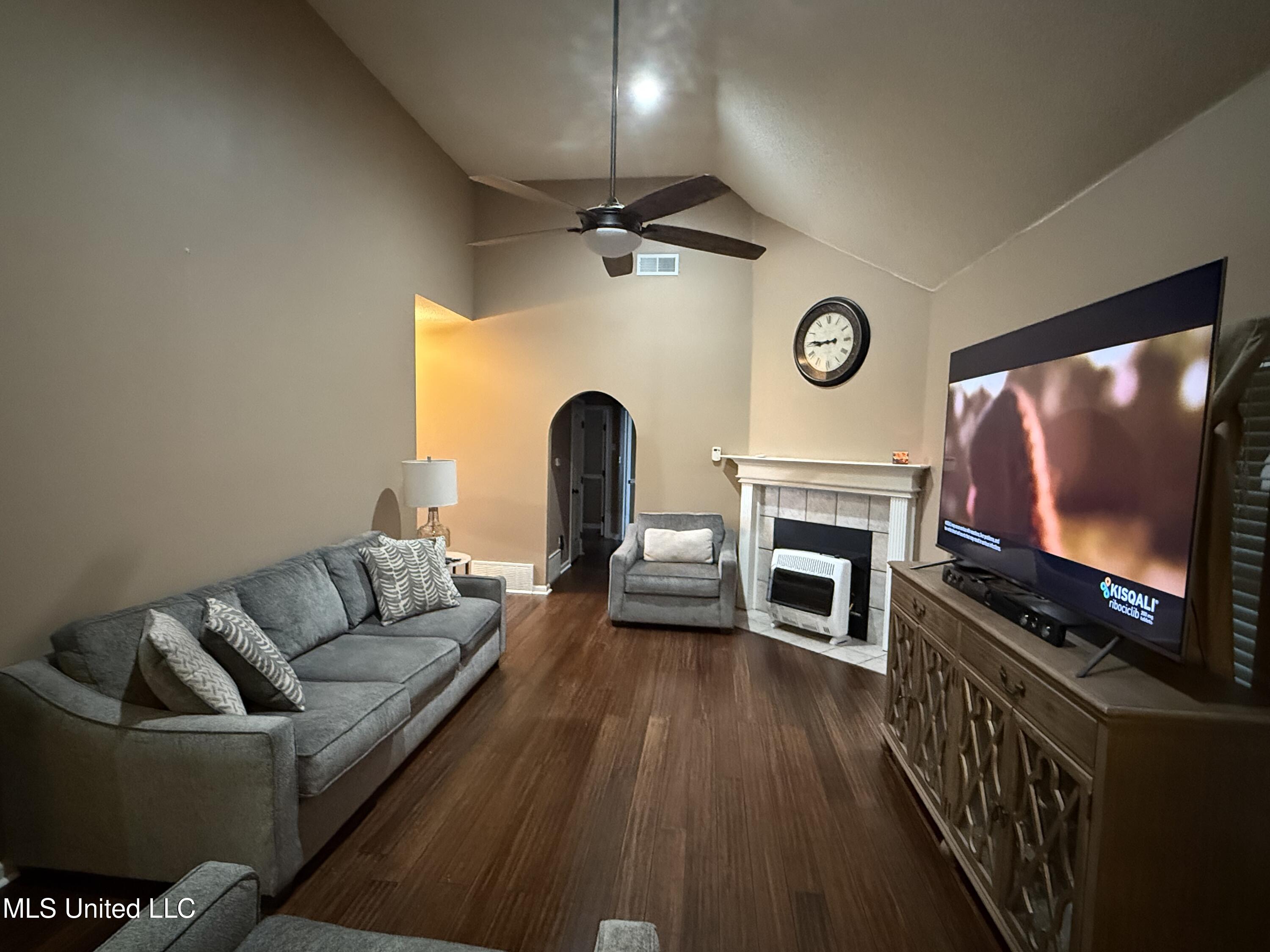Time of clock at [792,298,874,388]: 8:45
